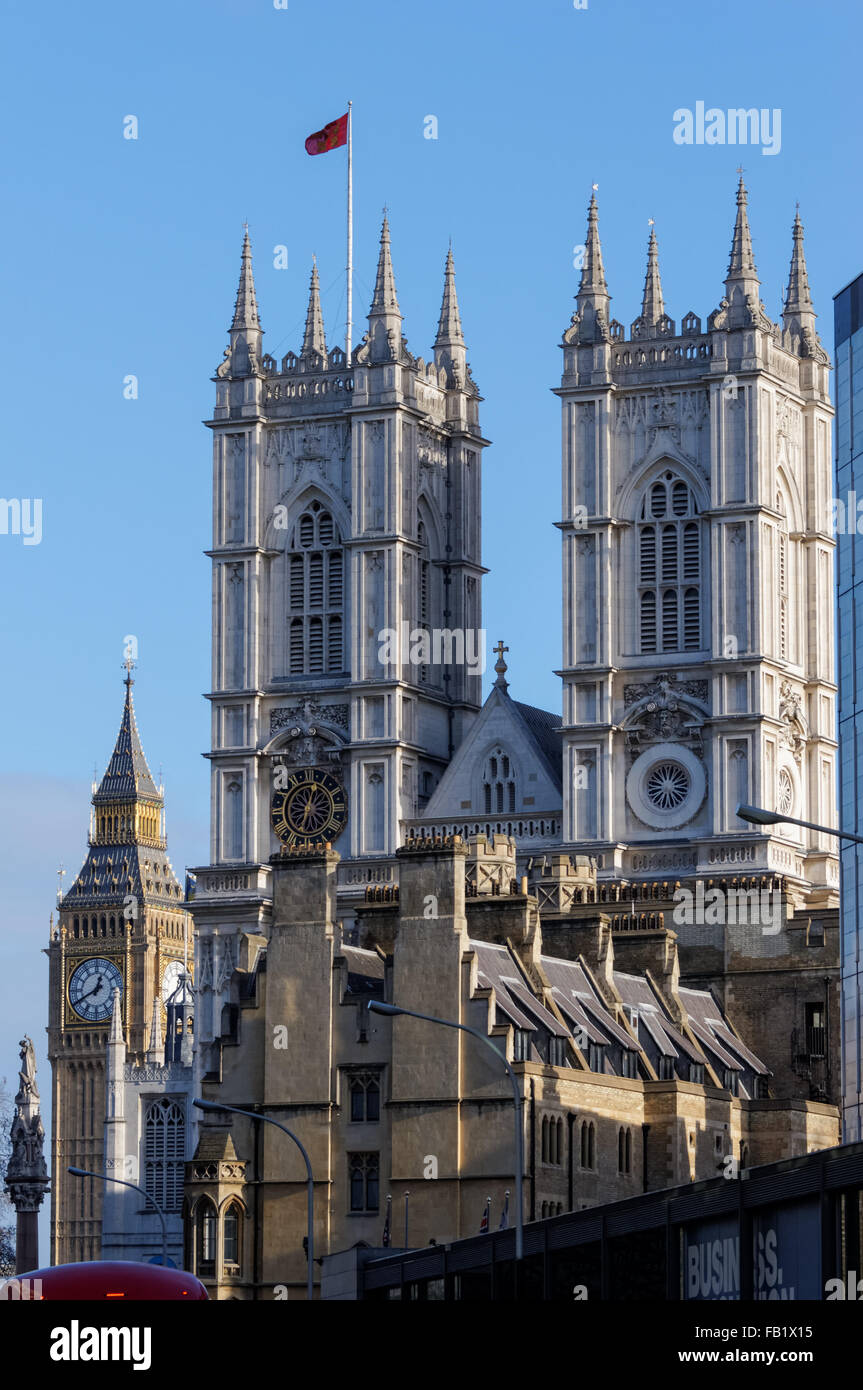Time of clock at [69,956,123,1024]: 12:40
